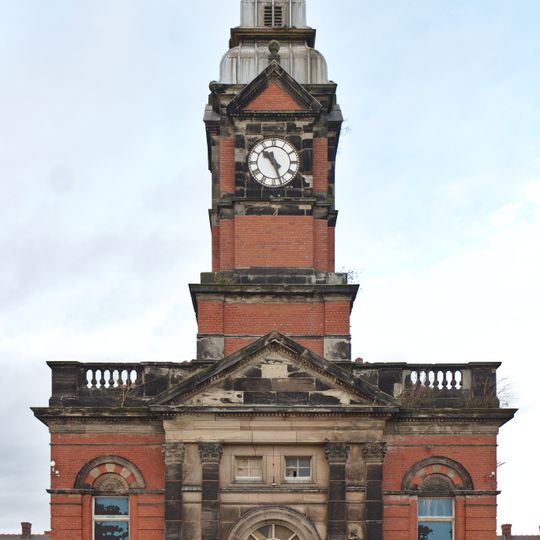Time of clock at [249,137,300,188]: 10:26
